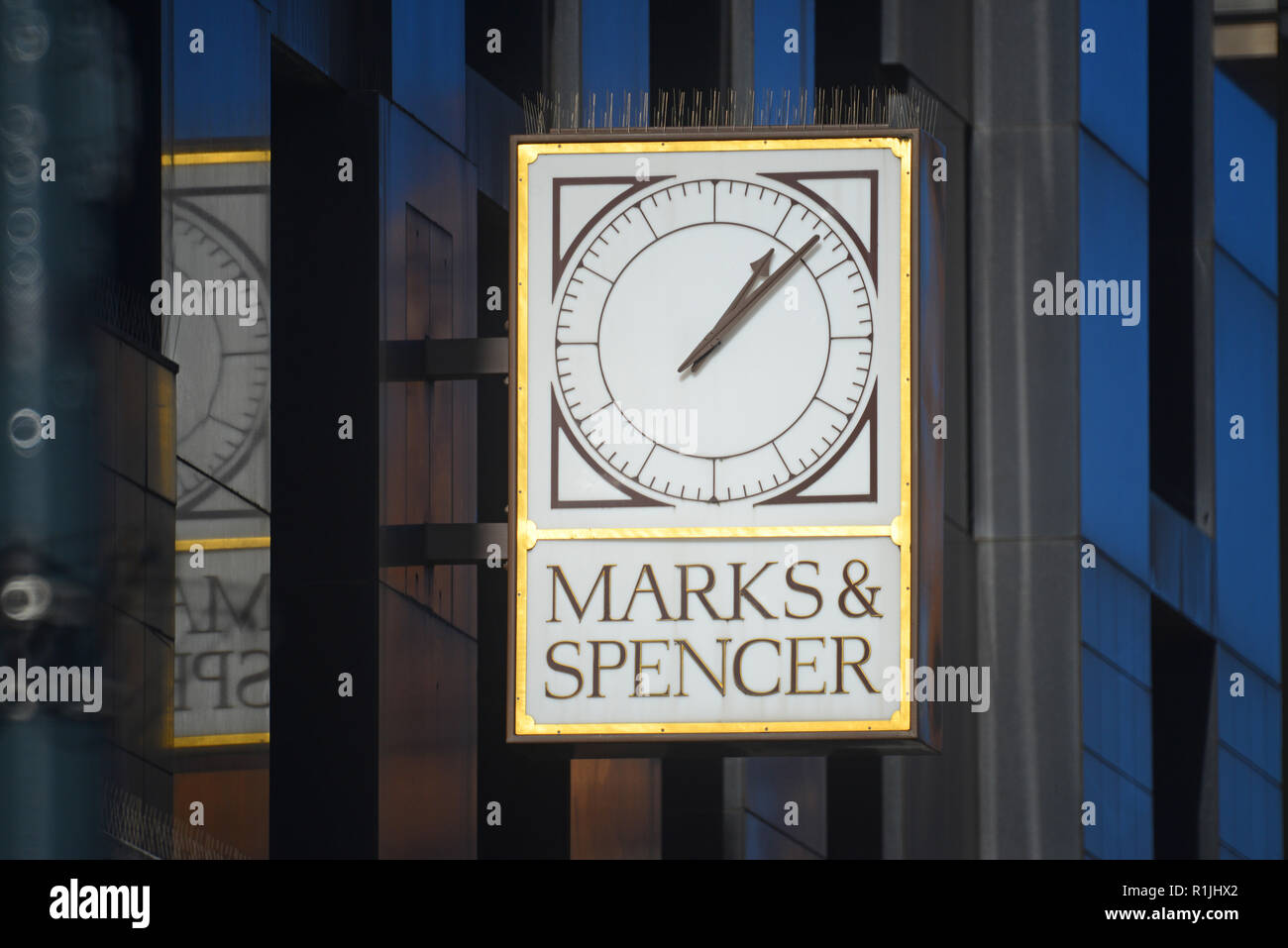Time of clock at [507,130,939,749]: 1:07
